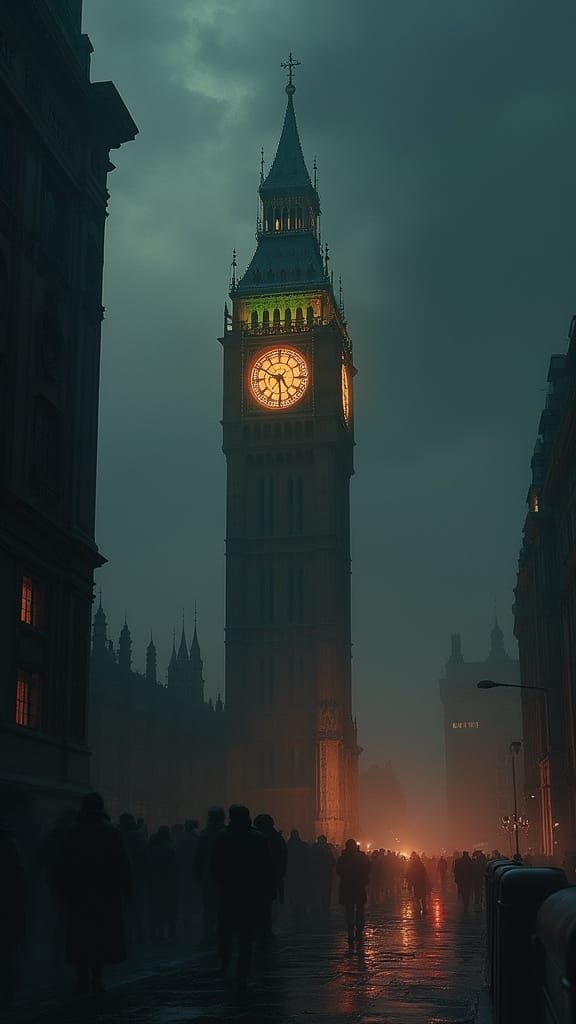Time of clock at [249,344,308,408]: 5:49
